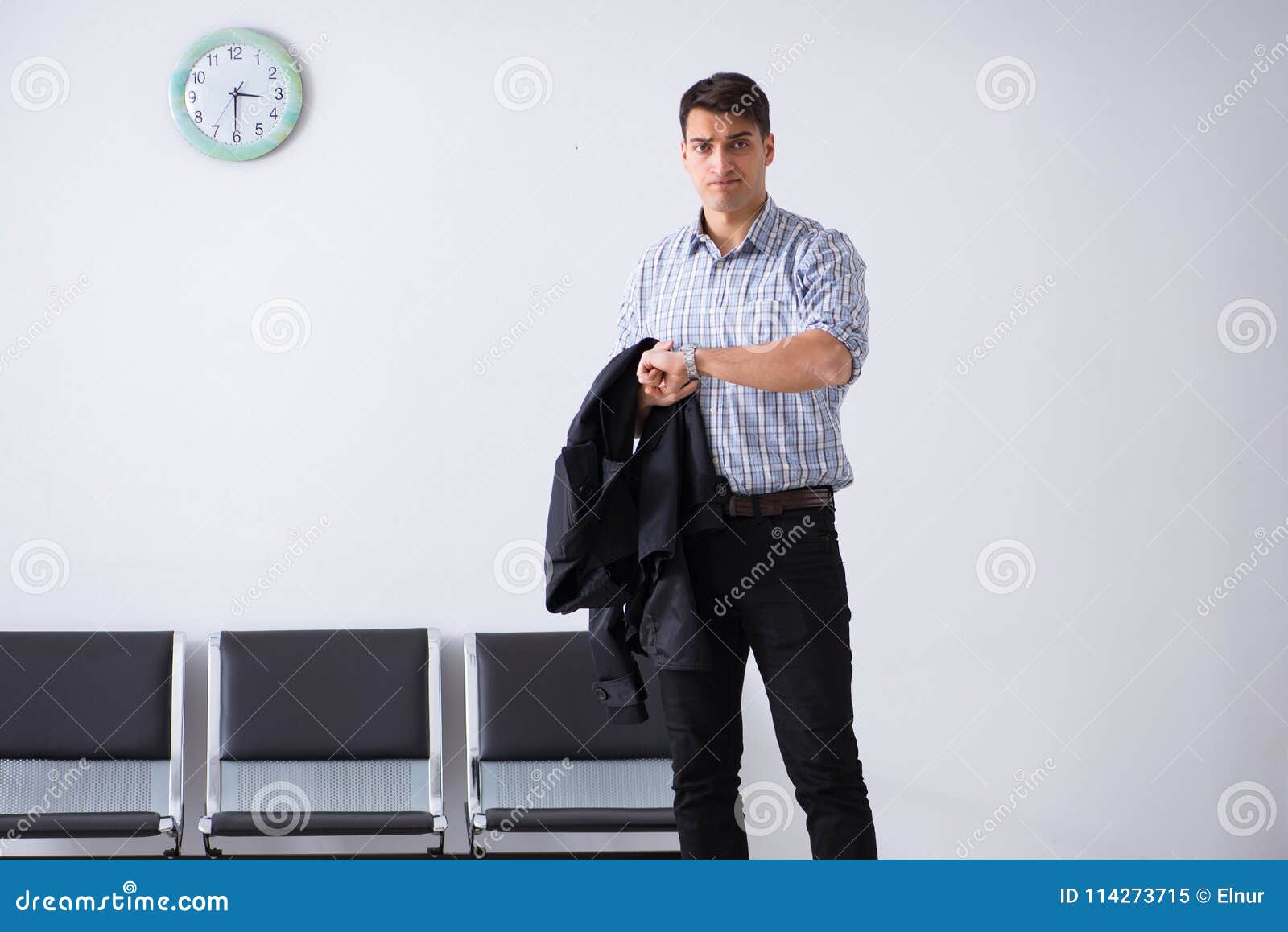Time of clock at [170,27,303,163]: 3:30
